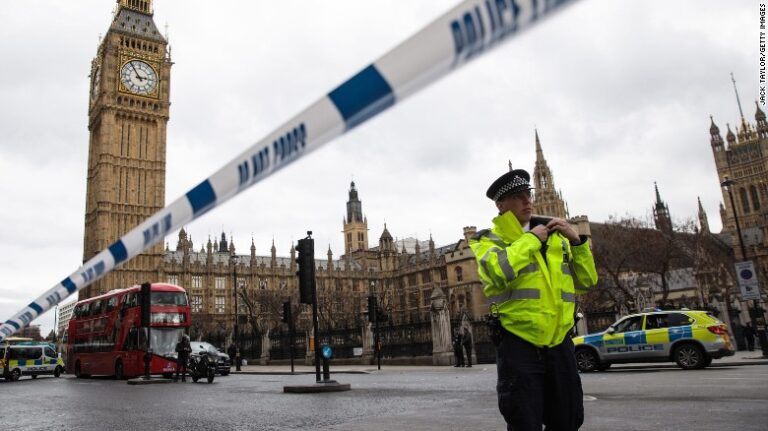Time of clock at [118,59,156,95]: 2:54
